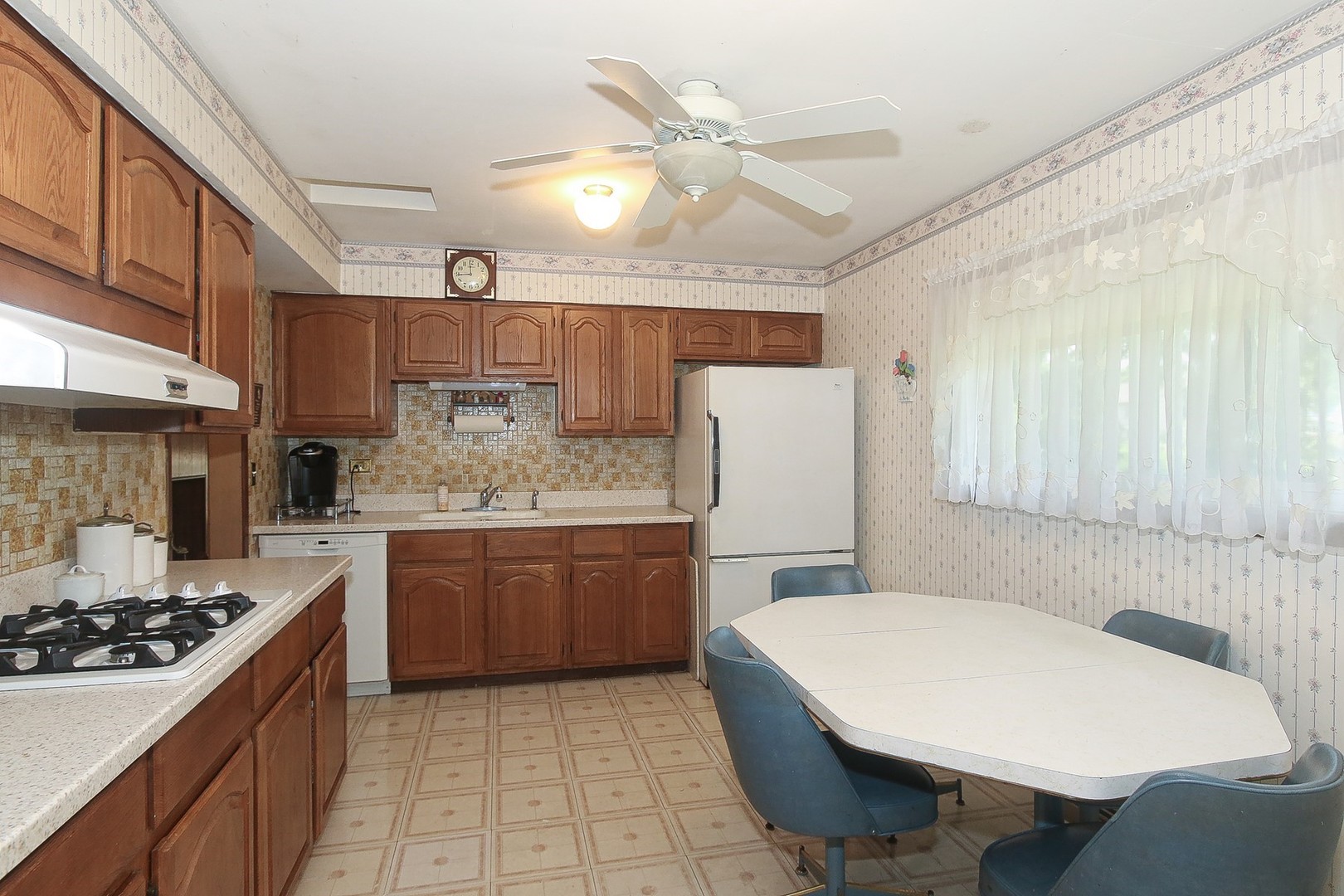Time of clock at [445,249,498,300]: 11:44
